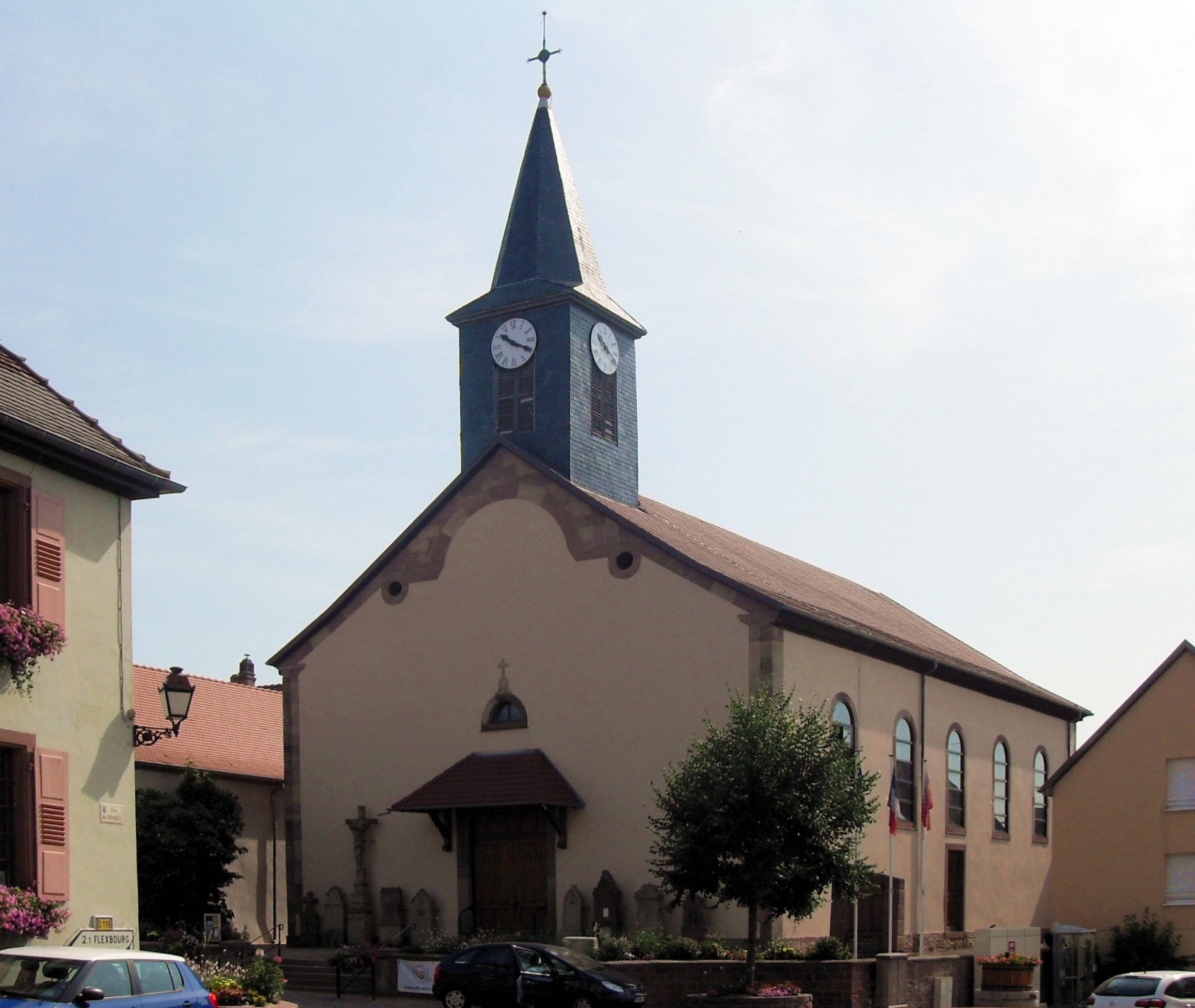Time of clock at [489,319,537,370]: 10:19
